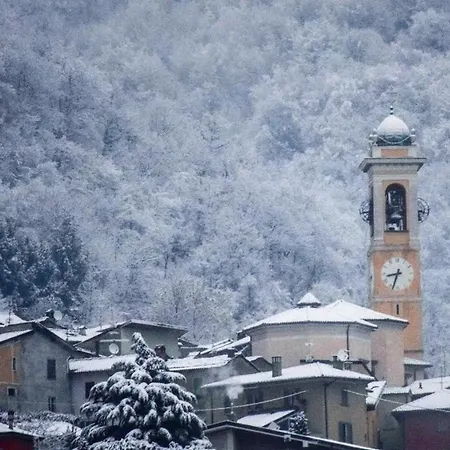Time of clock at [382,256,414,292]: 8:33
